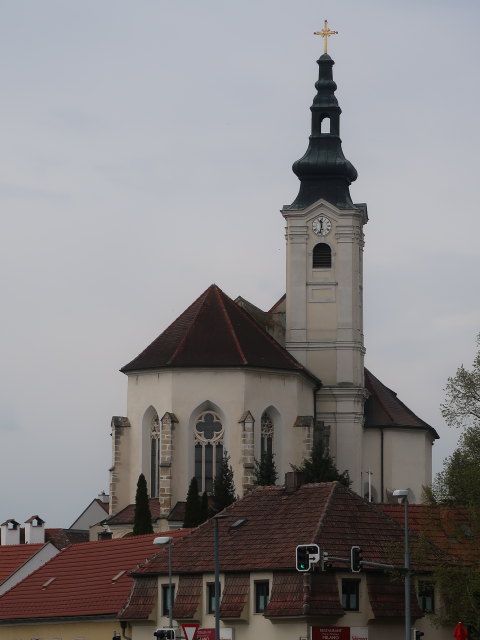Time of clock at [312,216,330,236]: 11:32
